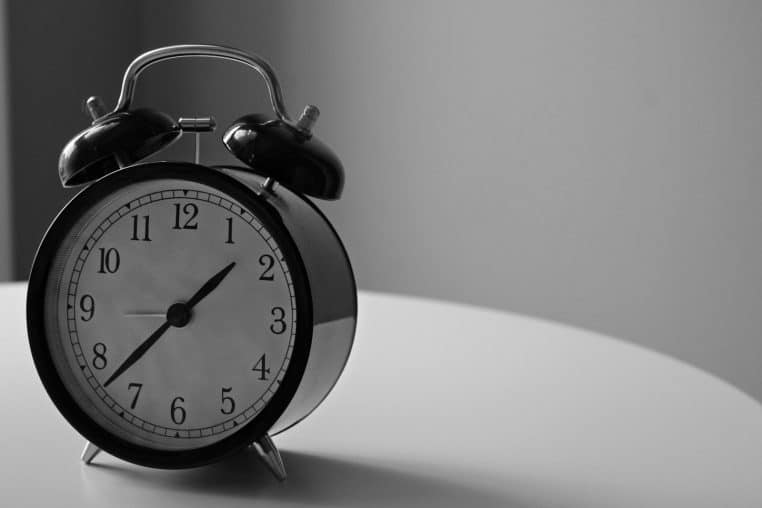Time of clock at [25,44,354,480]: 1:37
